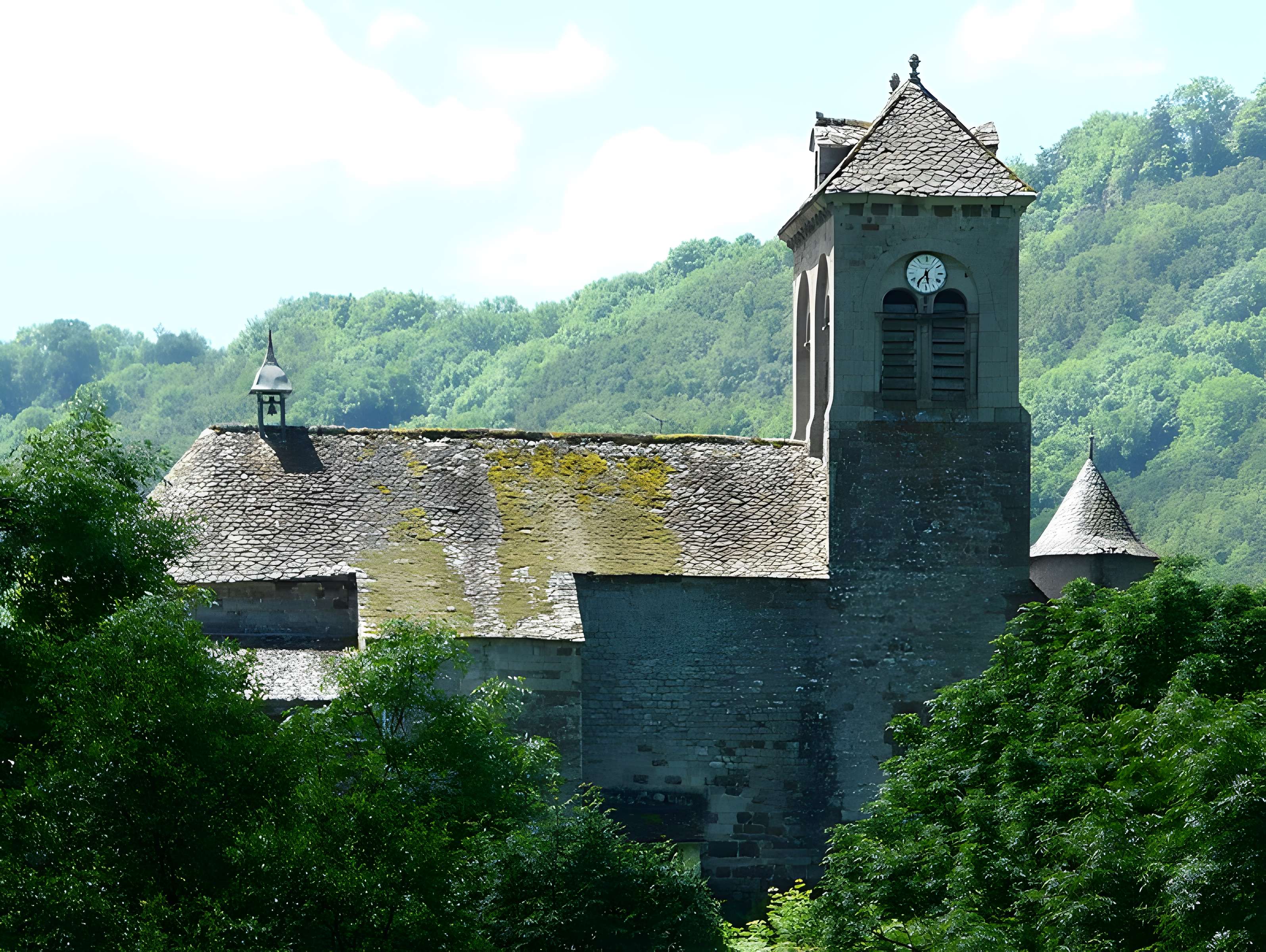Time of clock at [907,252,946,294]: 5:36
